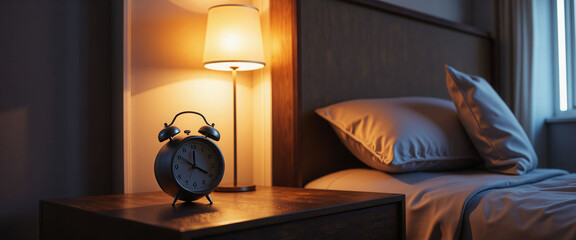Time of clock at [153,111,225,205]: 3:50
